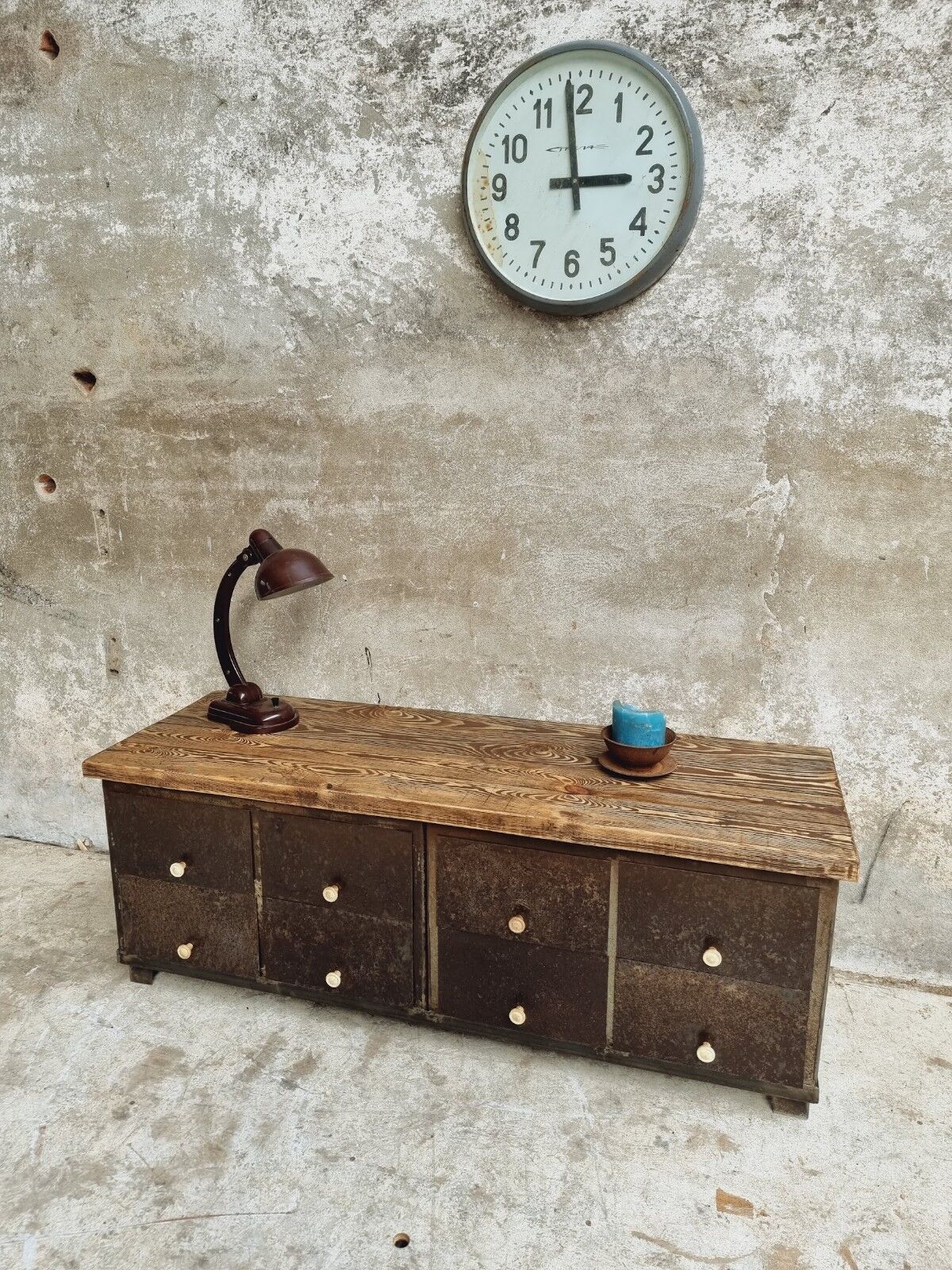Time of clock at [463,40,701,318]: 2:58
